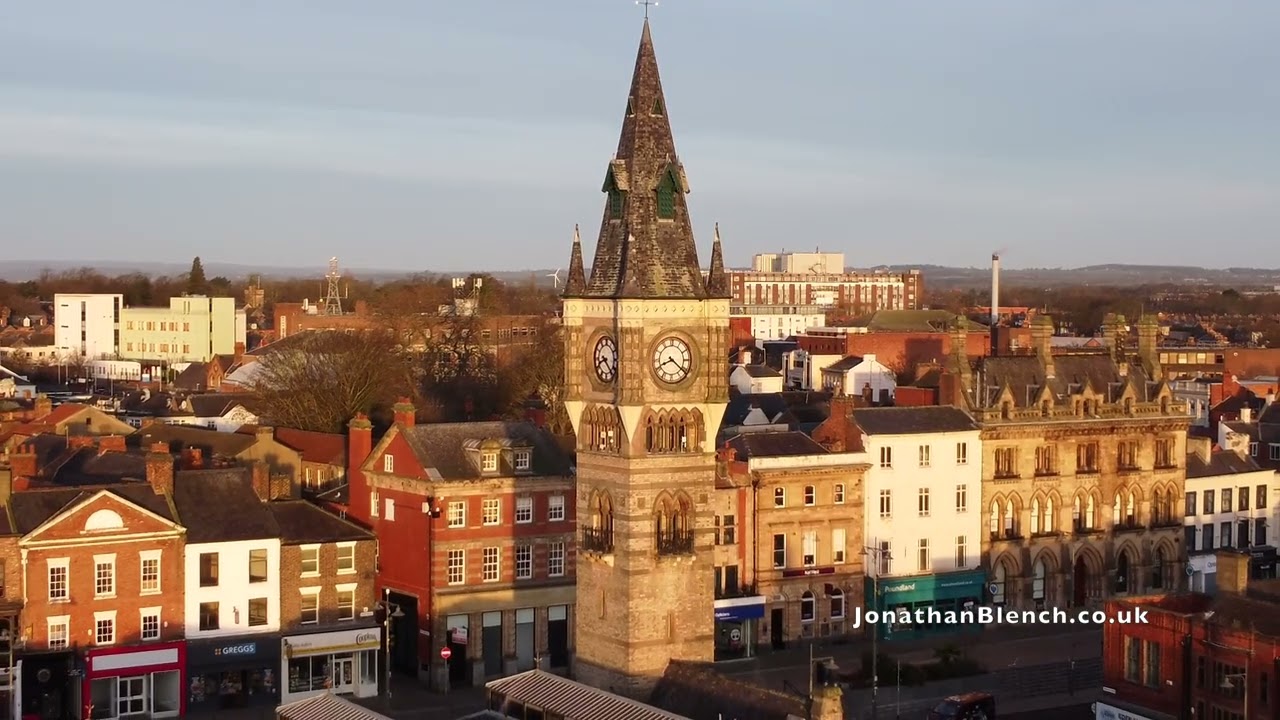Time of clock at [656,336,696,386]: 8:21
